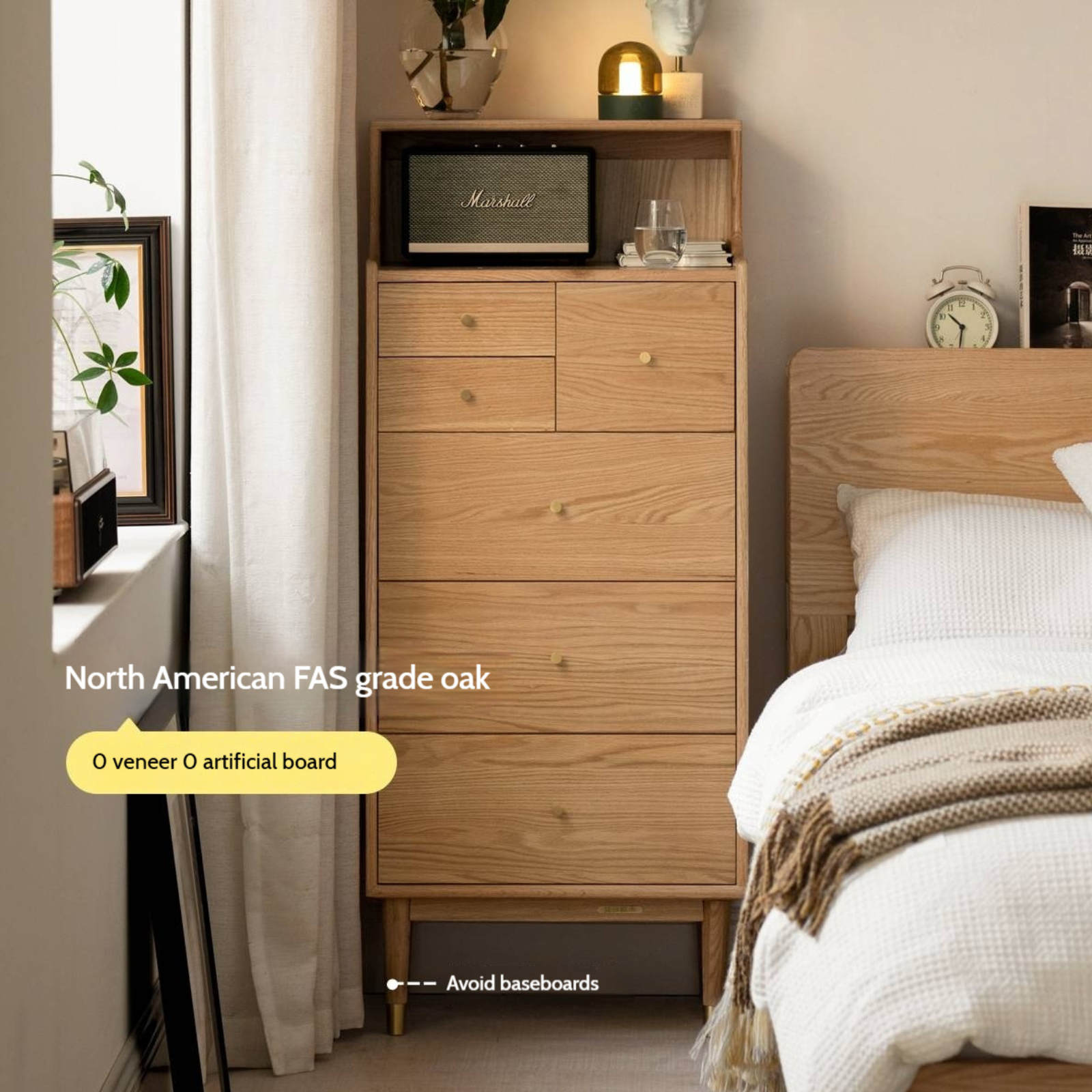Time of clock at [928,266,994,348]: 10:31
